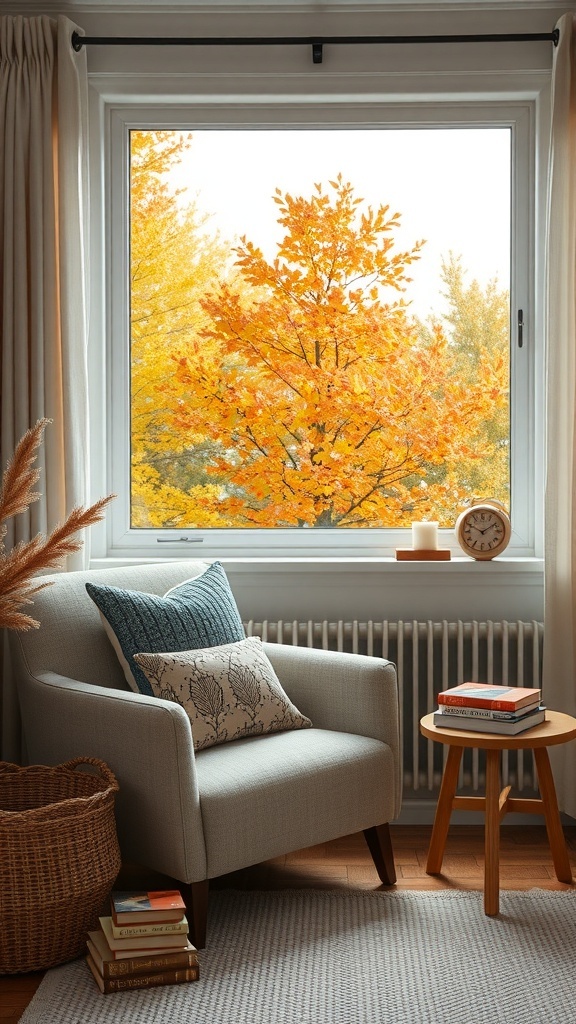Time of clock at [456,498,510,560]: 1:49
